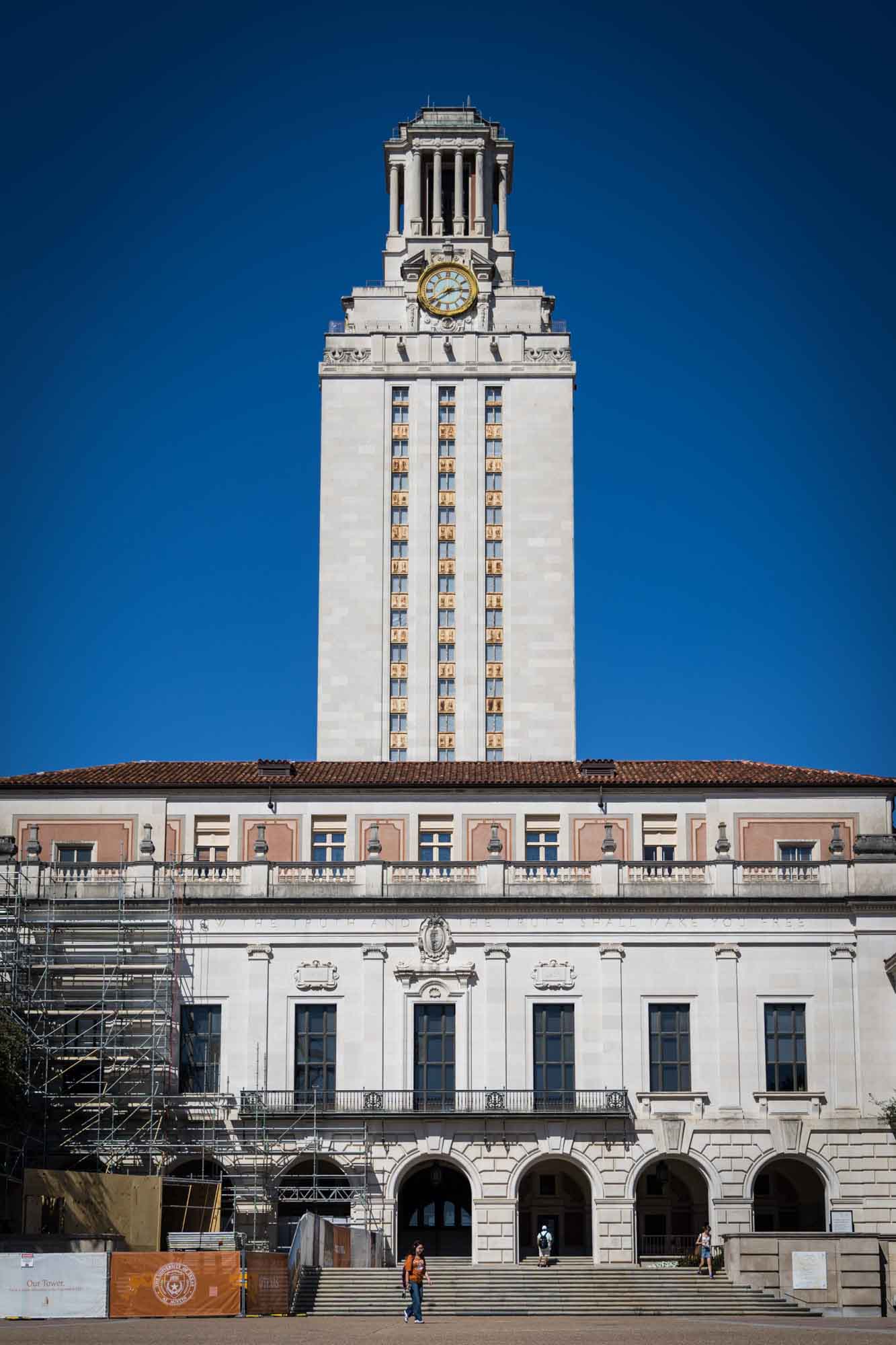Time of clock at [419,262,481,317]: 2:38
